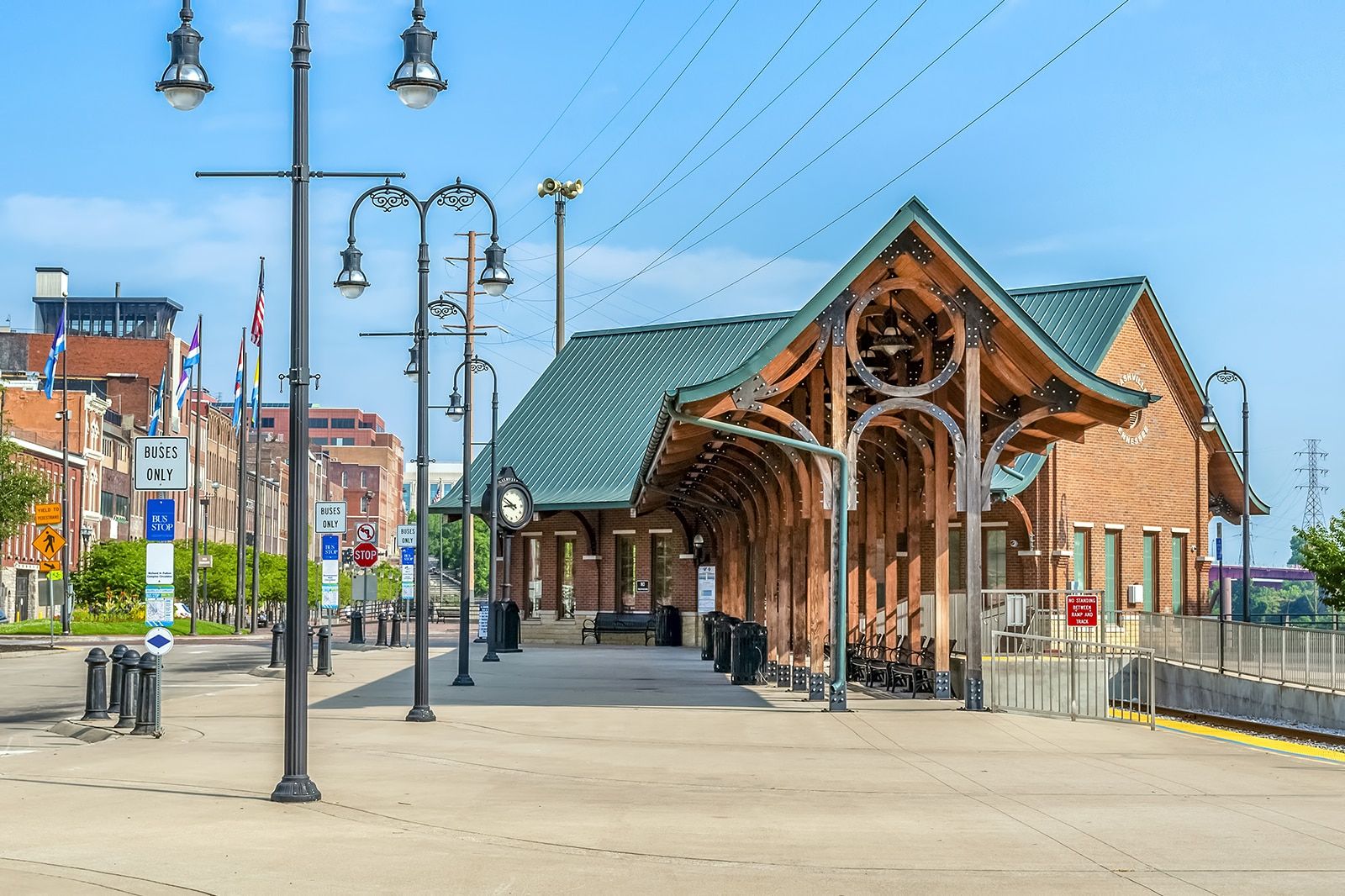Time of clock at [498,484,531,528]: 8:50
